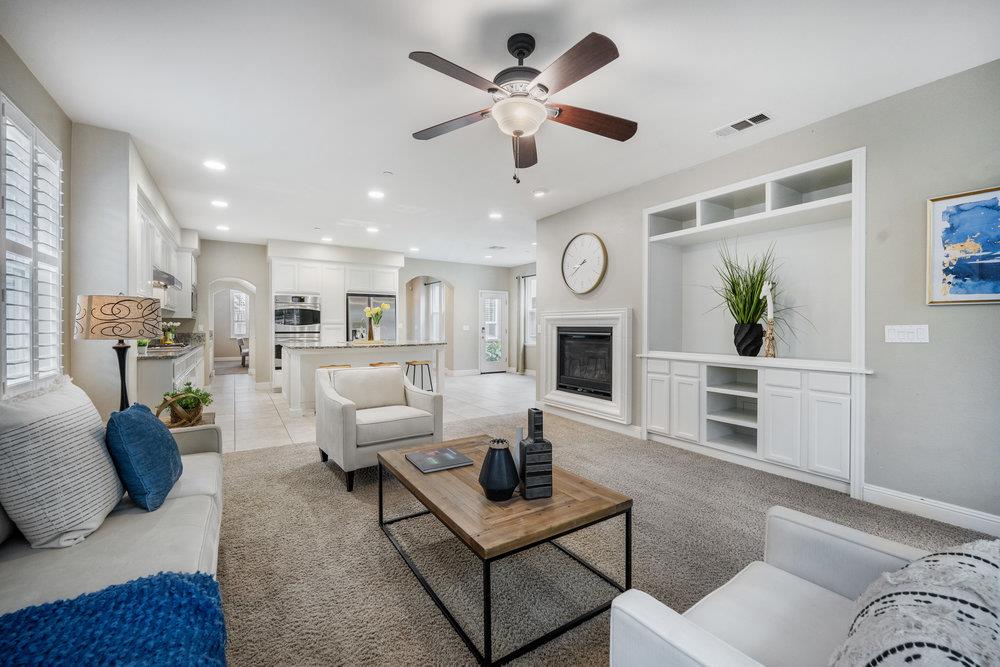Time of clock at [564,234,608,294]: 8:39
